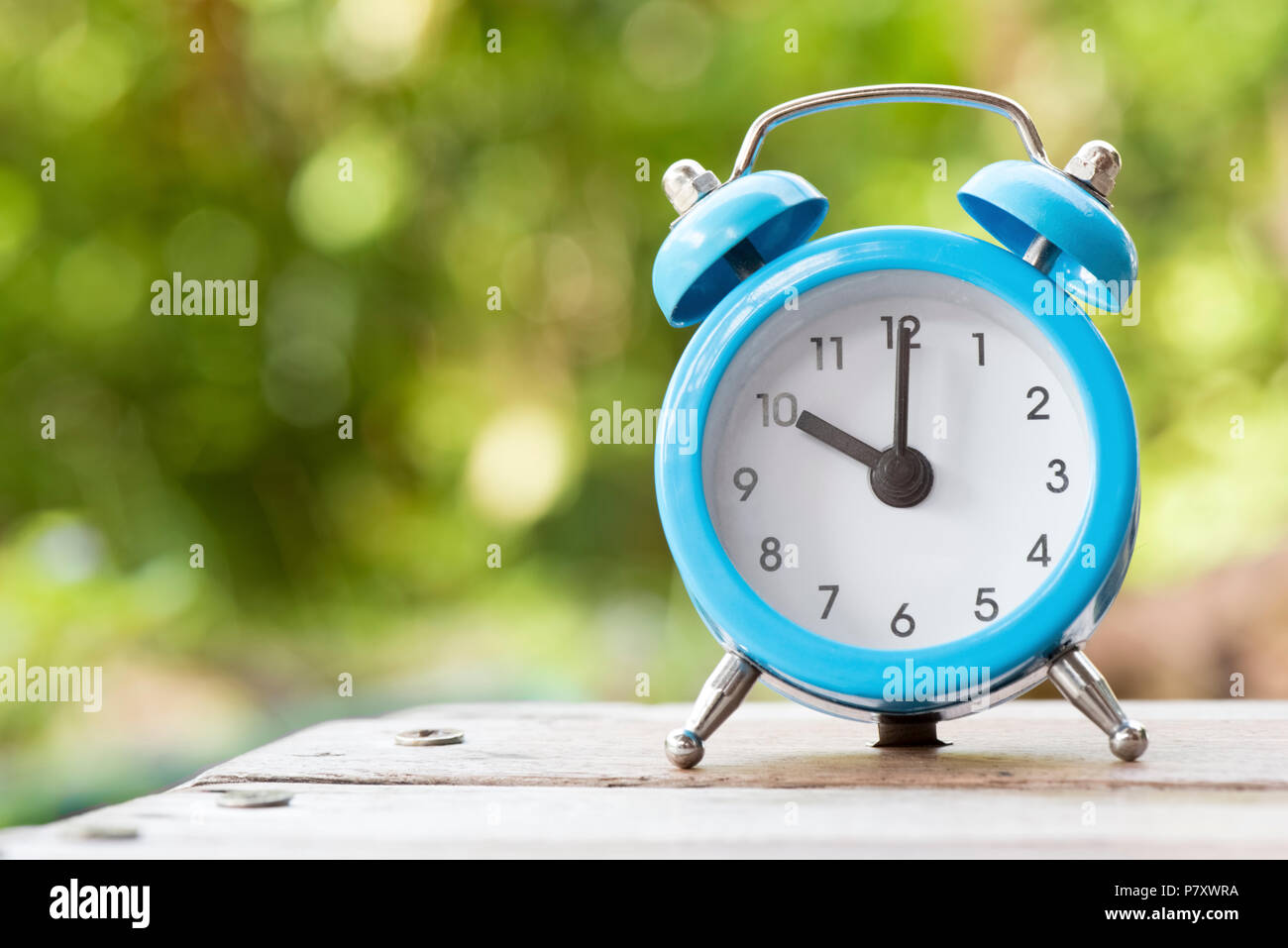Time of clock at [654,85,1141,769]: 10:00
